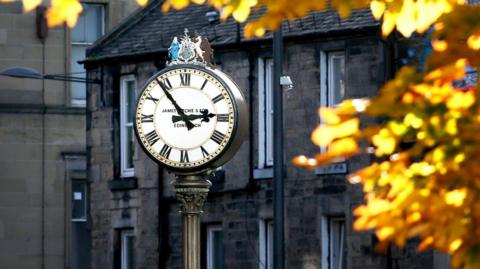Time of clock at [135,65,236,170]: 2:53
